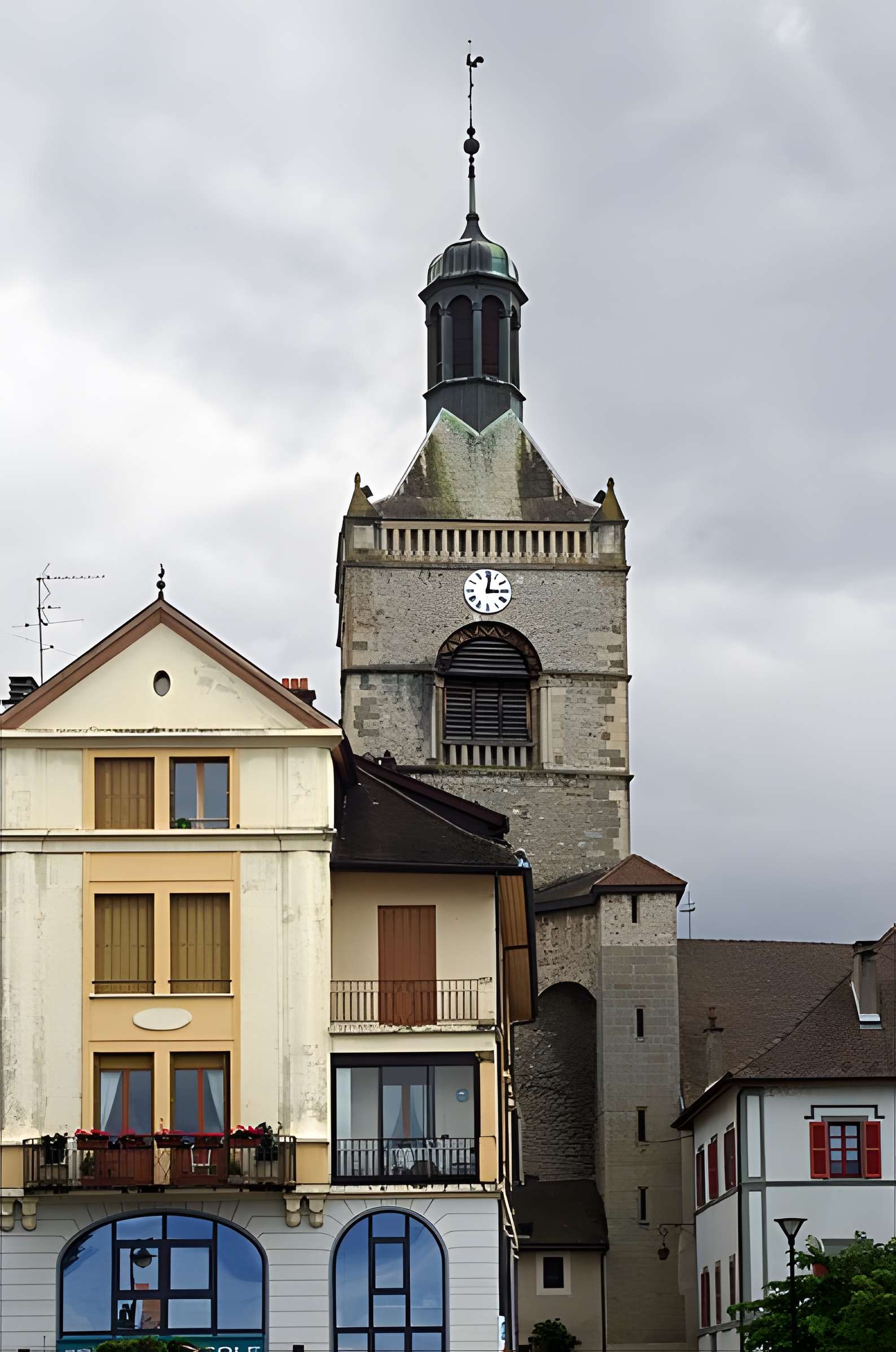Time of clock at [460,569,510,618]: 3:01
